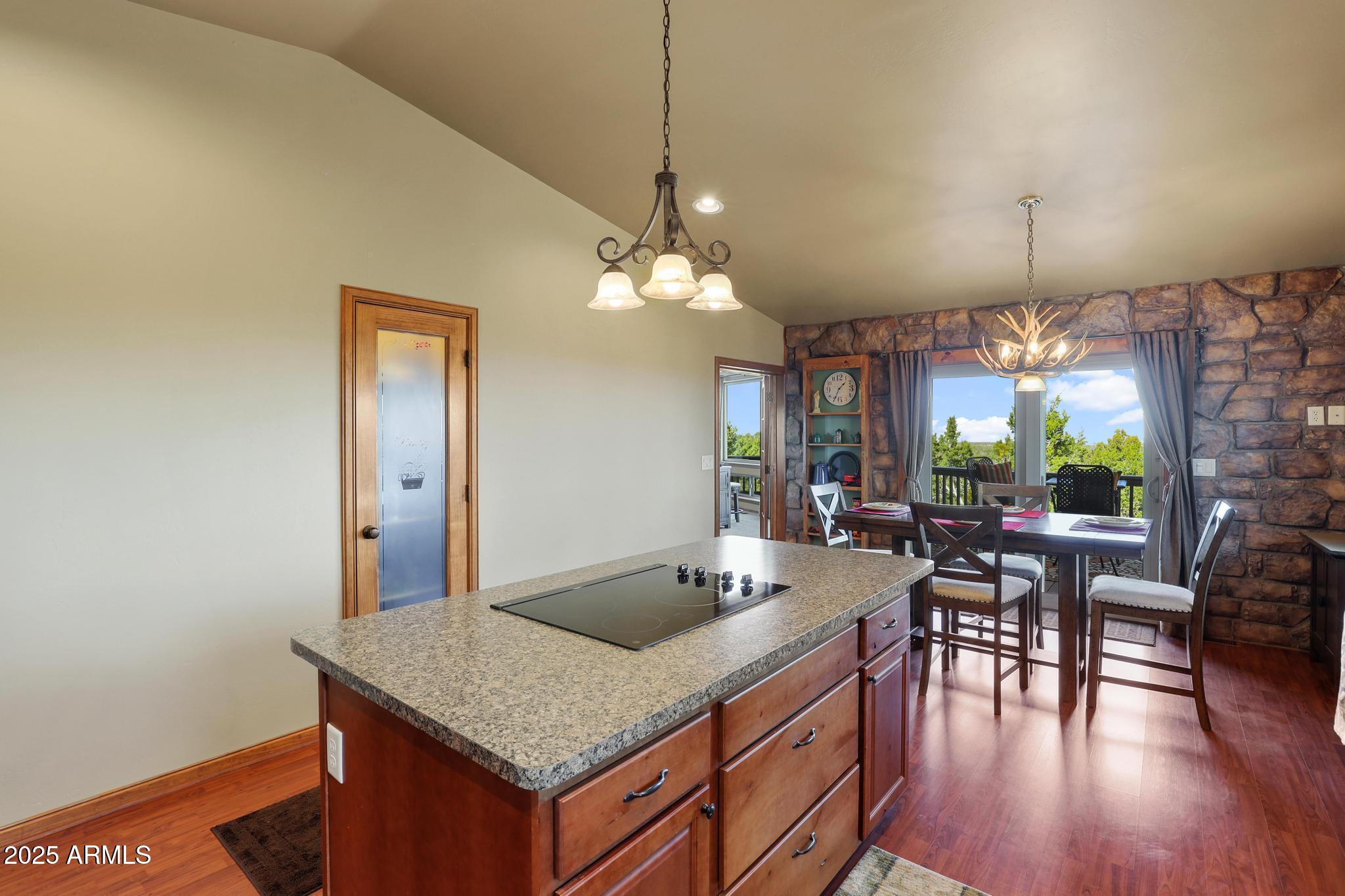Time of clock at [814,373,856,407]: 1:34
